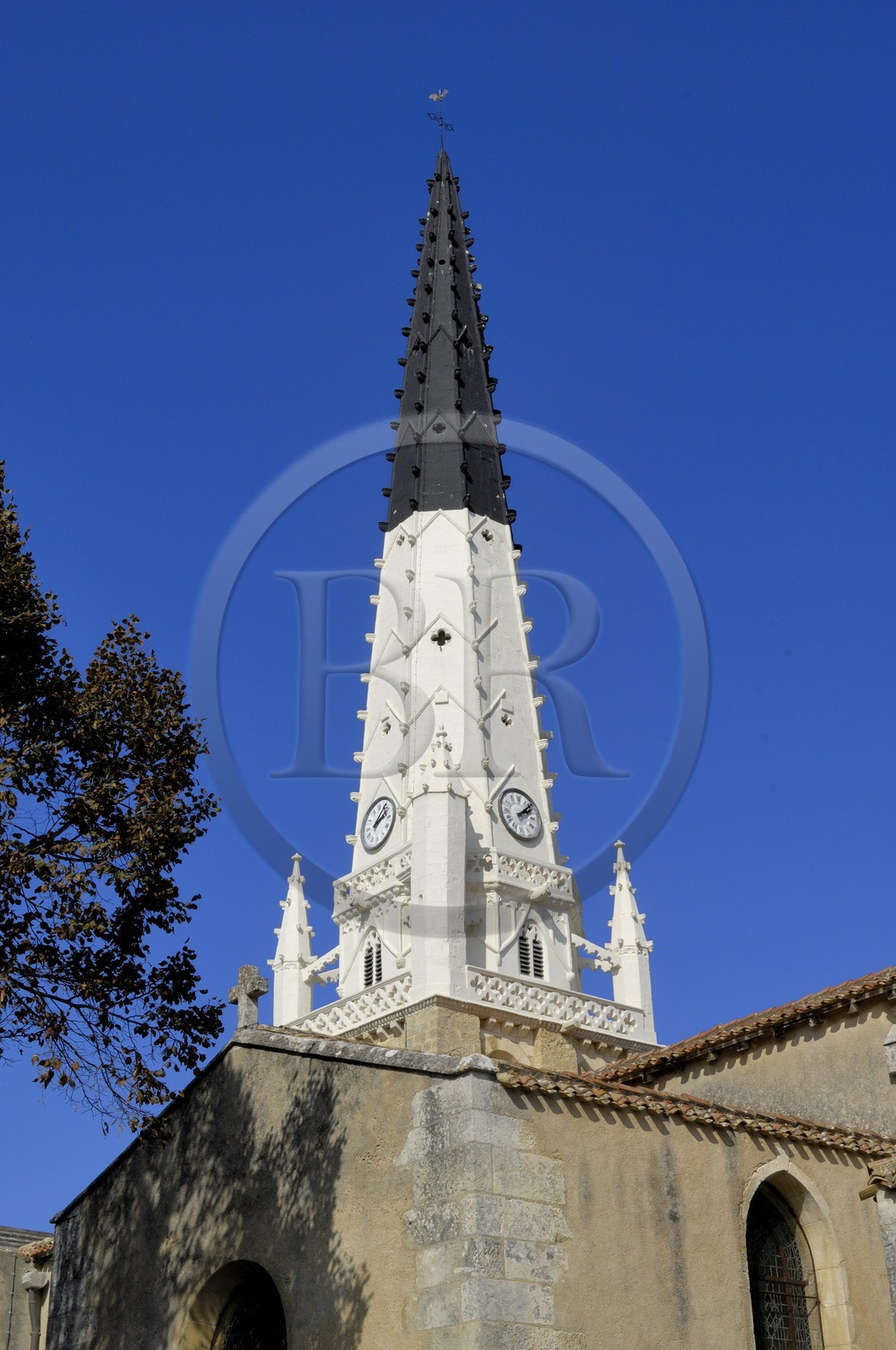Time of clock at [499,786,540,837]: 2:08
